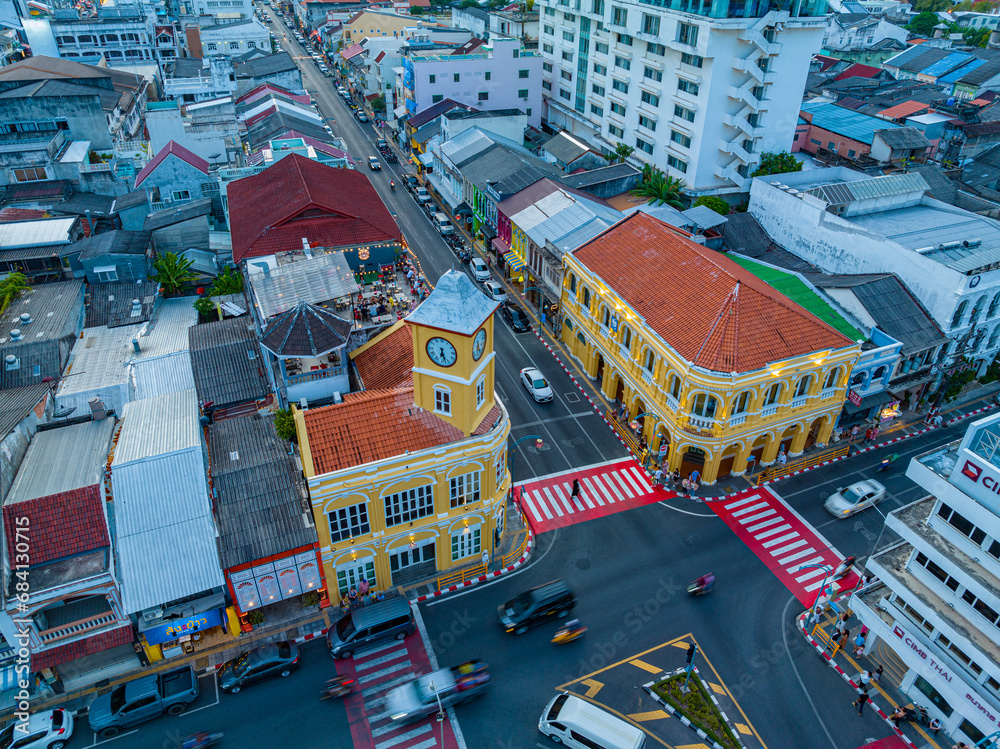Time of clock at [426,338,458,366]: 6:27
